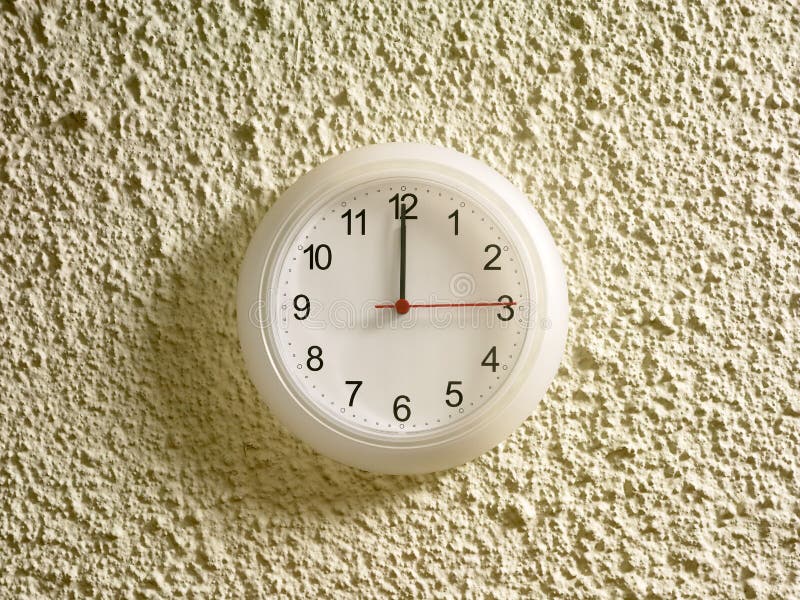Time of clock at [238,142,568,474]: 11:59
